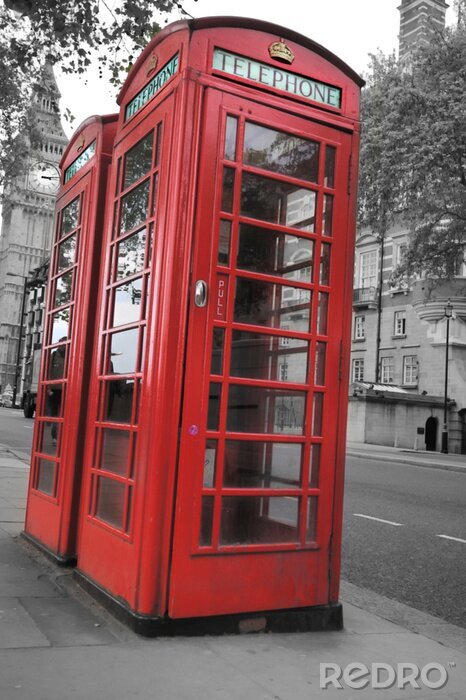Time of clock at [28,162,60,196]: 3:13
